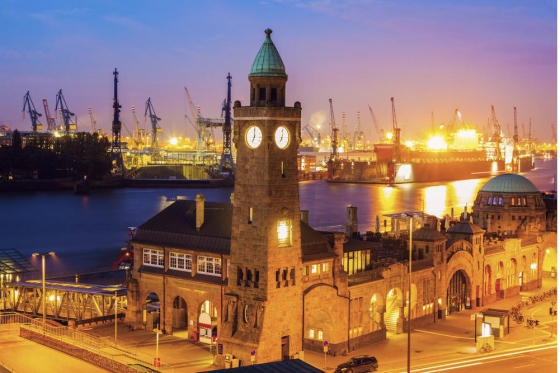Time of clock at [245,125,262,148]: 7:00
